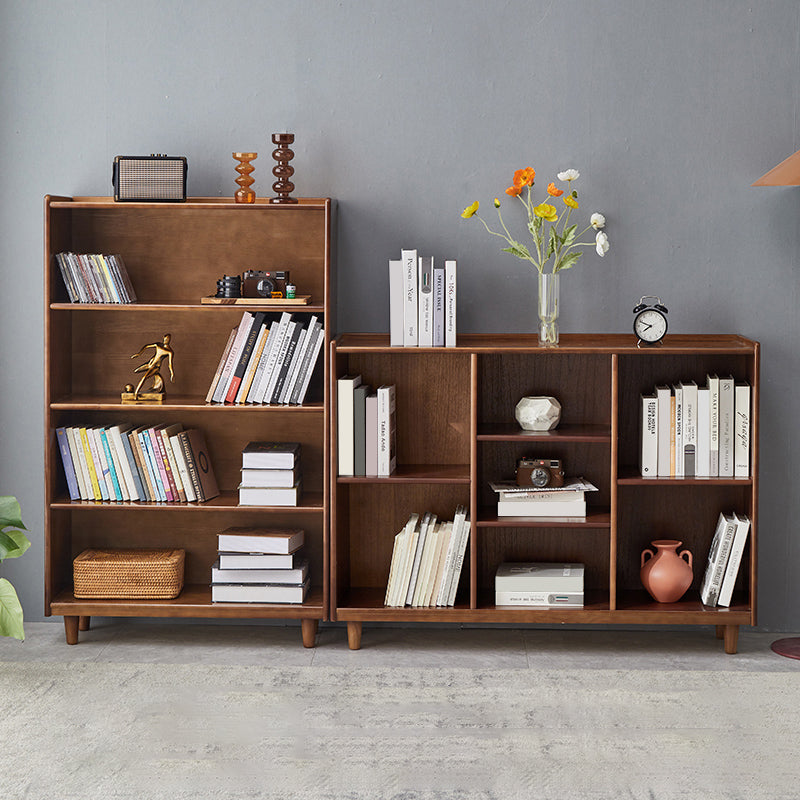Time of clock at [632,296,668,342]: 7:48
